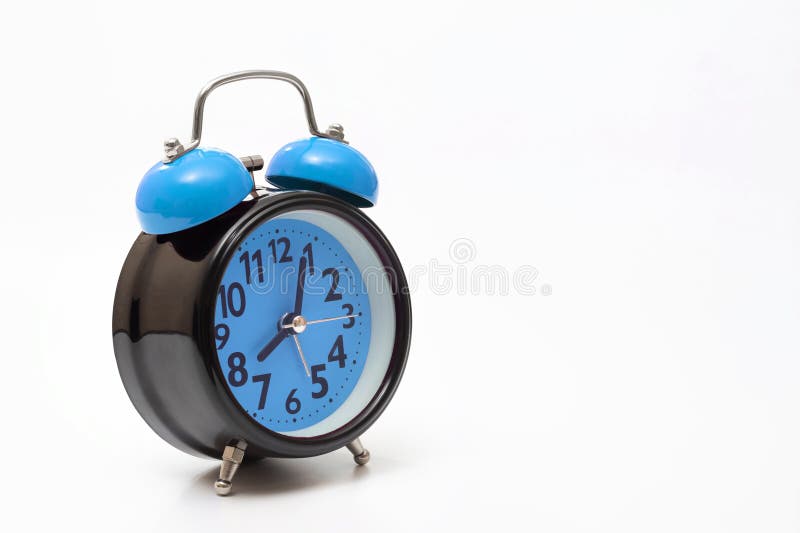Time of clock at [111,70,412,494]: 8:03
